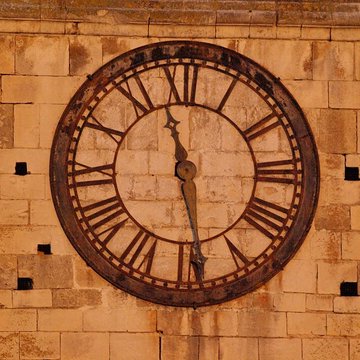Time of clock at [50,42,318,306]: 11:28
